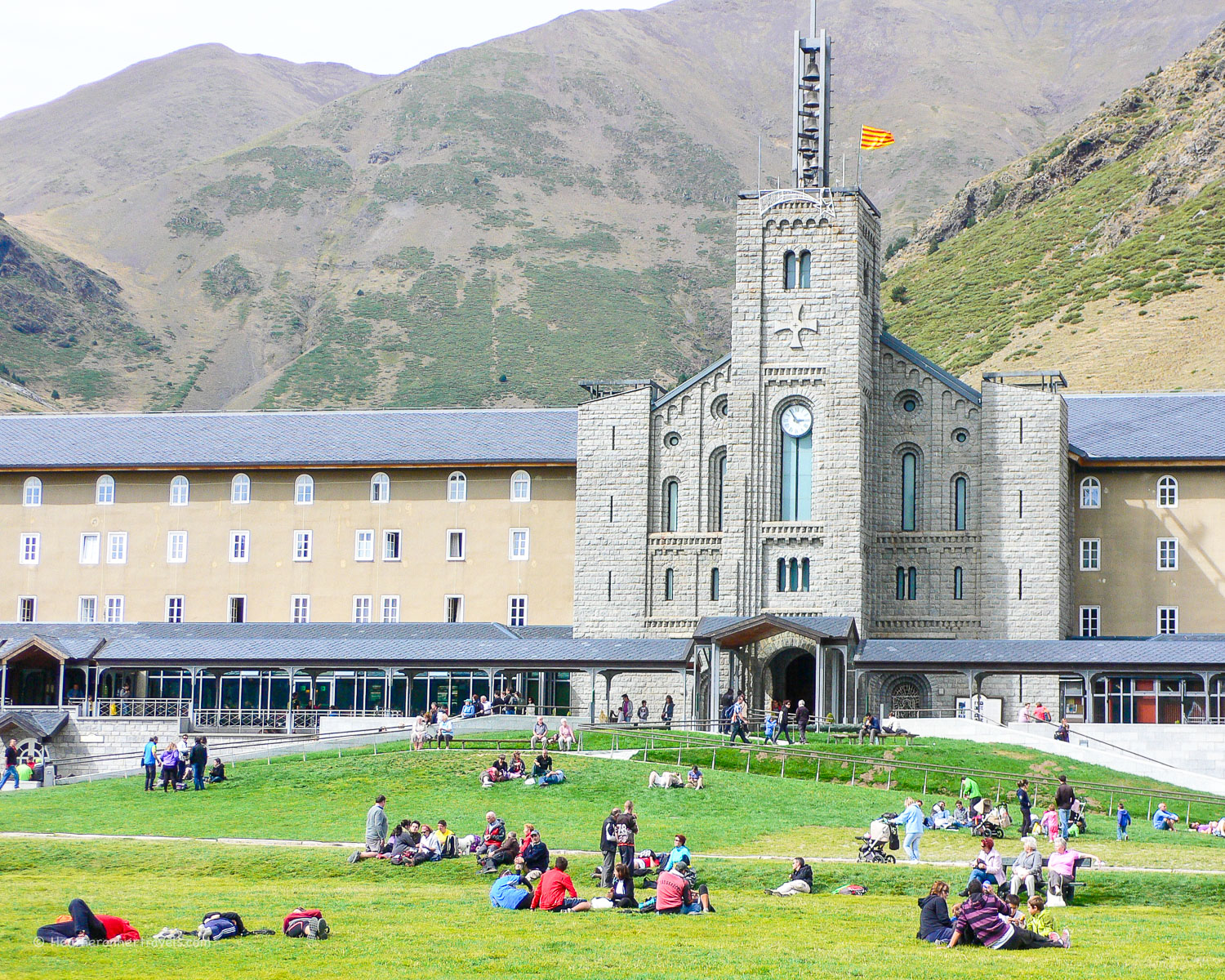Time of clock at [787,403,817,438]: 2:54
